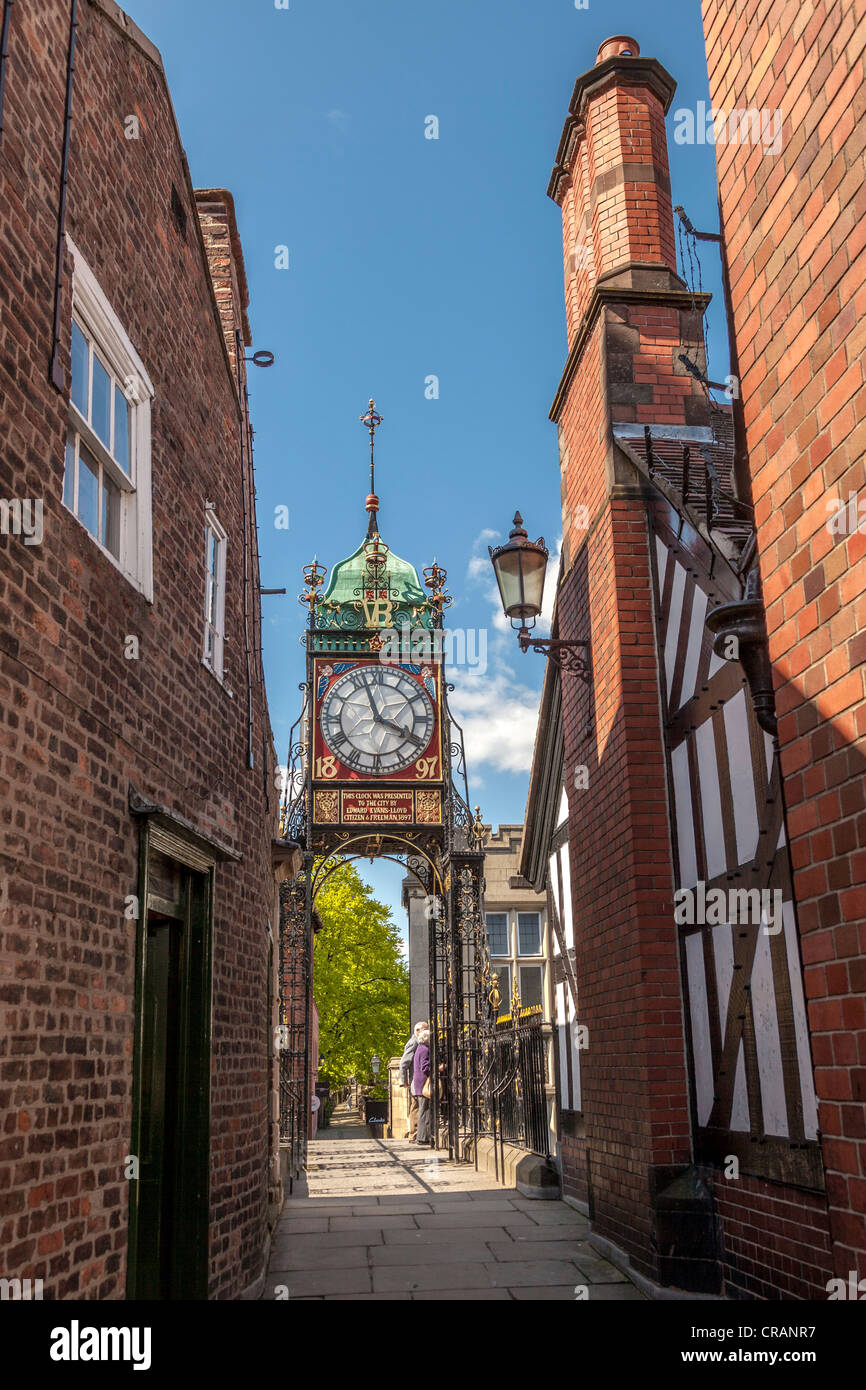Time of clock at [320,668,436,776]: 3:57
